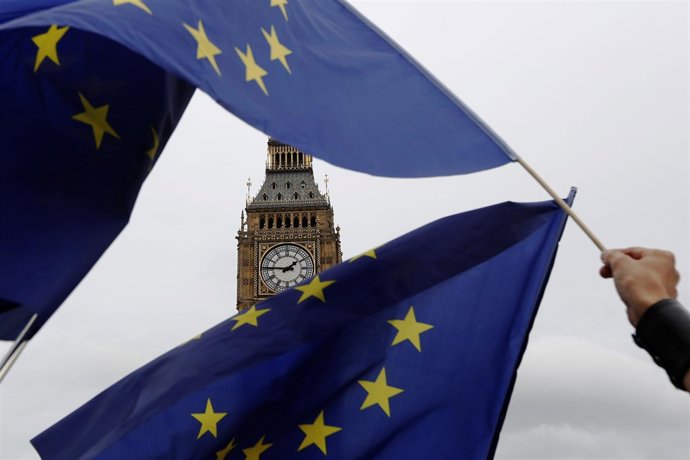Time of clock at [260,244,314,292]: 1:46
